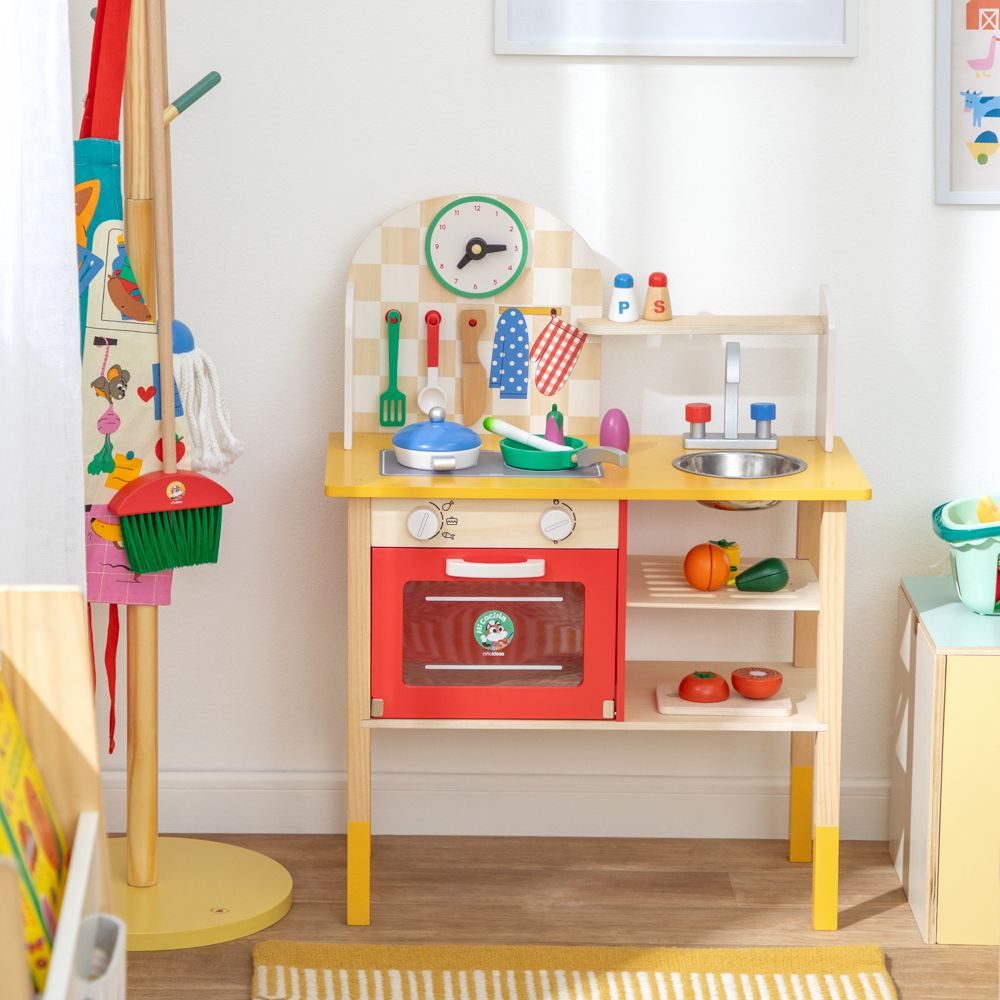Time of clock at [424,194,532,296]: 7:14
